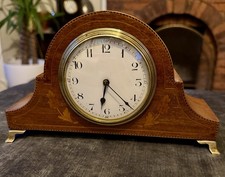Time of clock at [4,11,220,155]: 6:22
